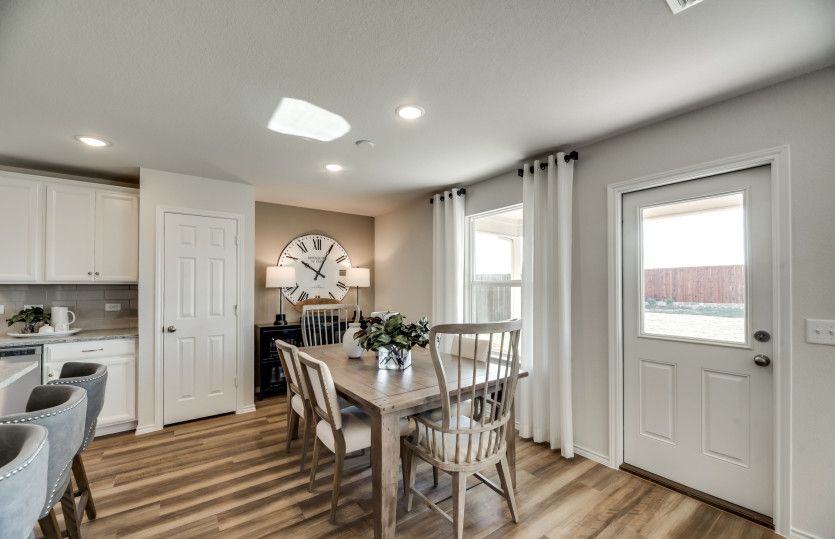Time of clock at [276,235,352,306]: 10:04
